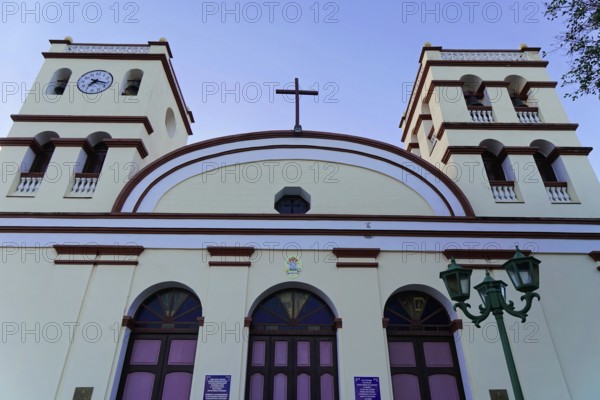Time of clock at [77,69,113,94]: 7:17
